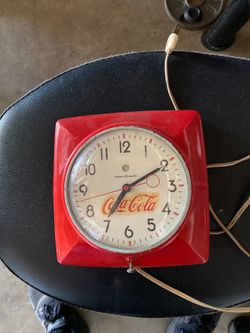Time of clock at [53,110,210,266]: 7:10
